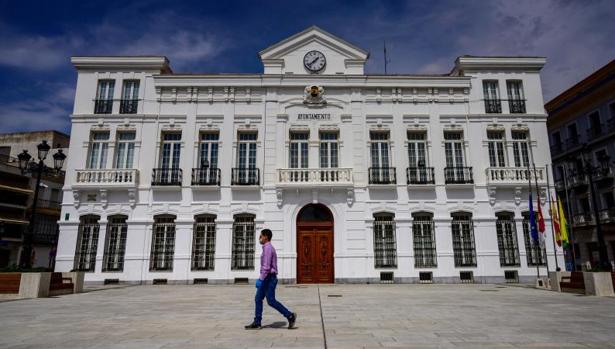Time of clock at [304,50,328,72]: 1:38
